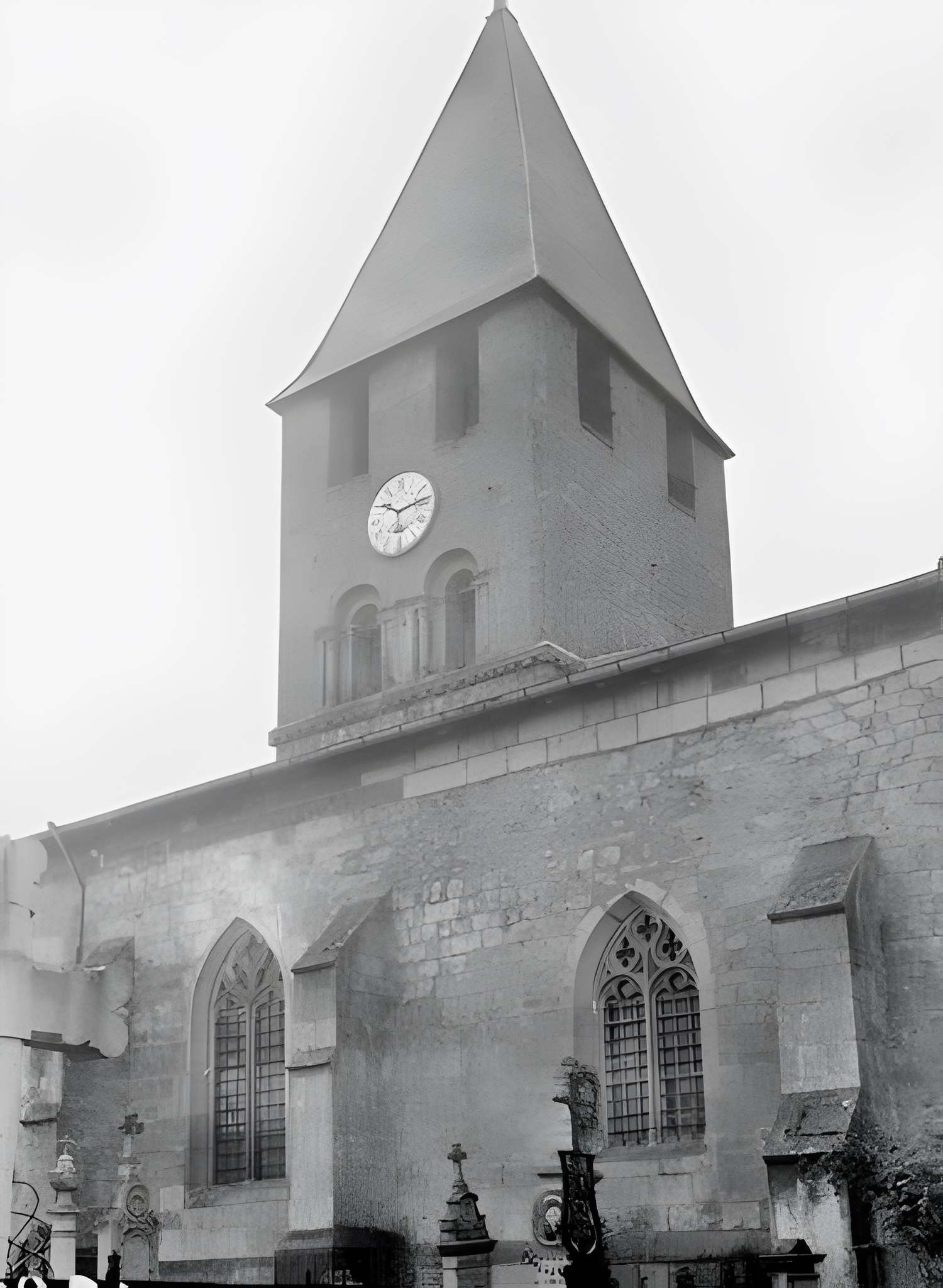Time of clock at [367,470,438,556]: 10:13
